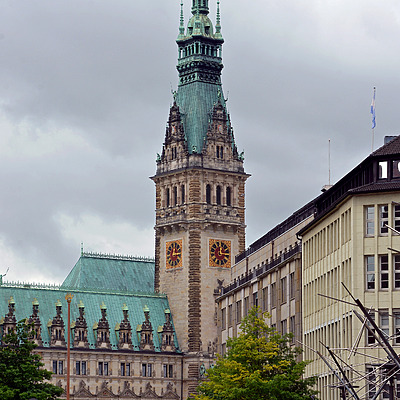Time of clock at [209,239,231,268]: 12:14
